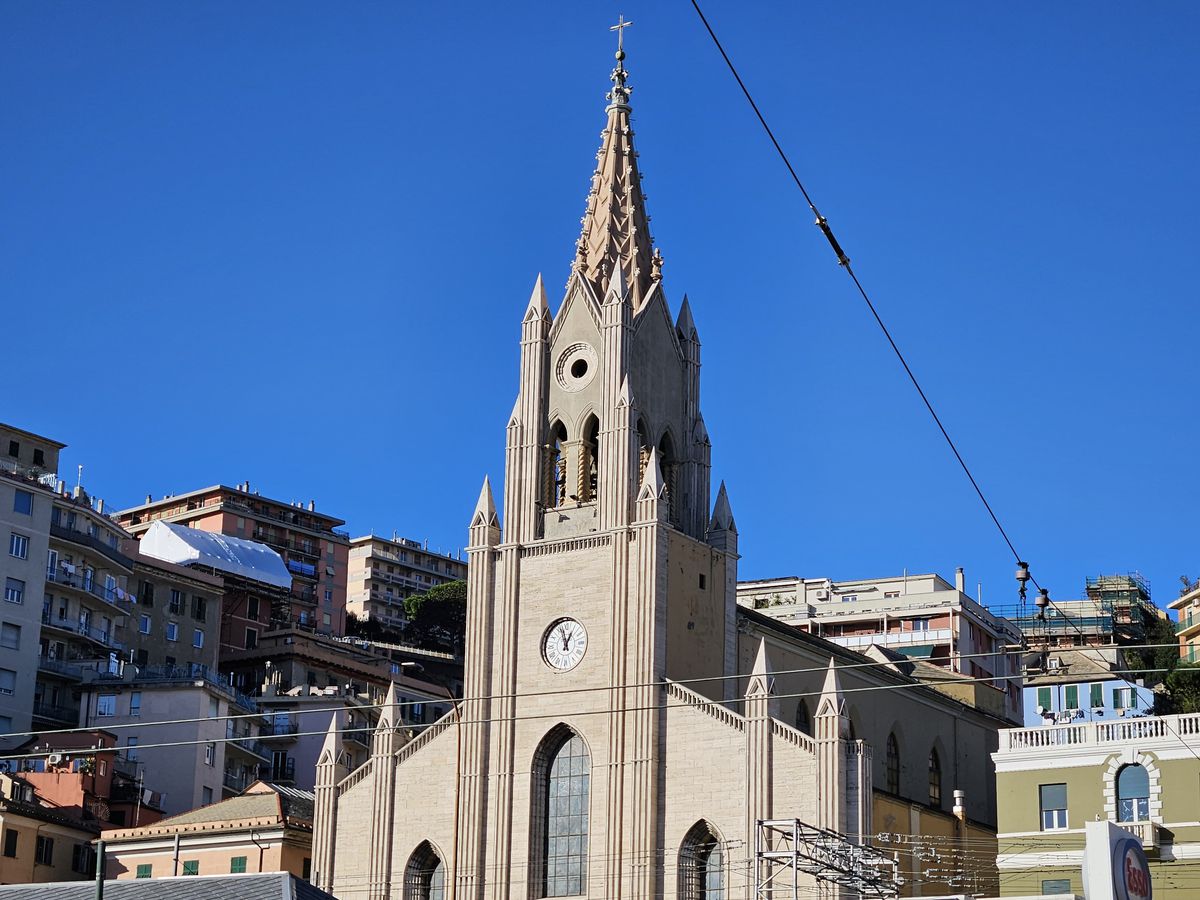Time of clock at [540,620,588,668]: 12:57
